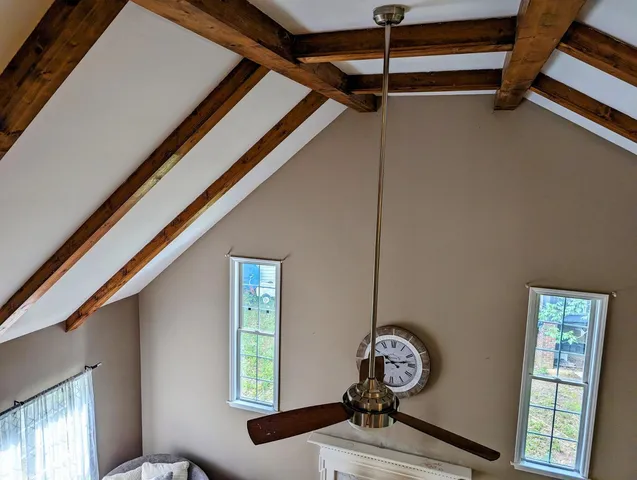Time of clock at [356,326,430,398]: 10:13
